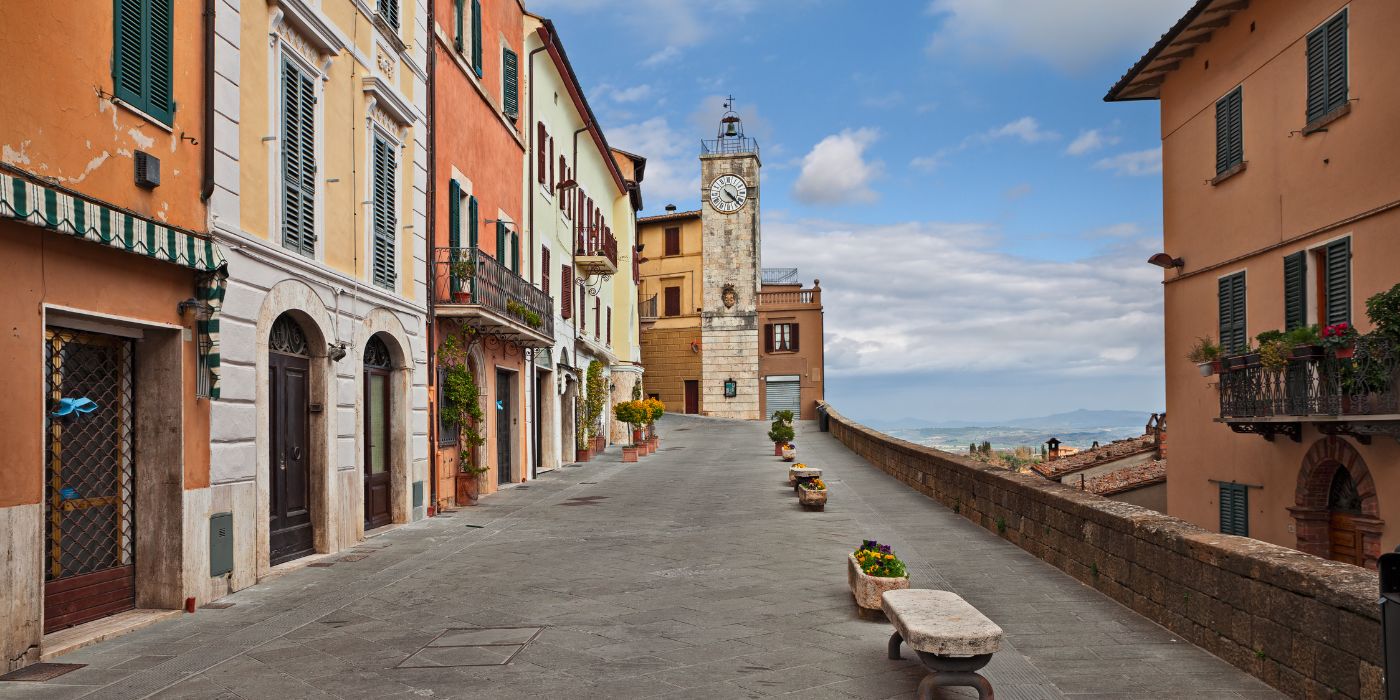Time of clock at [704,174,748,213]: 4:22
